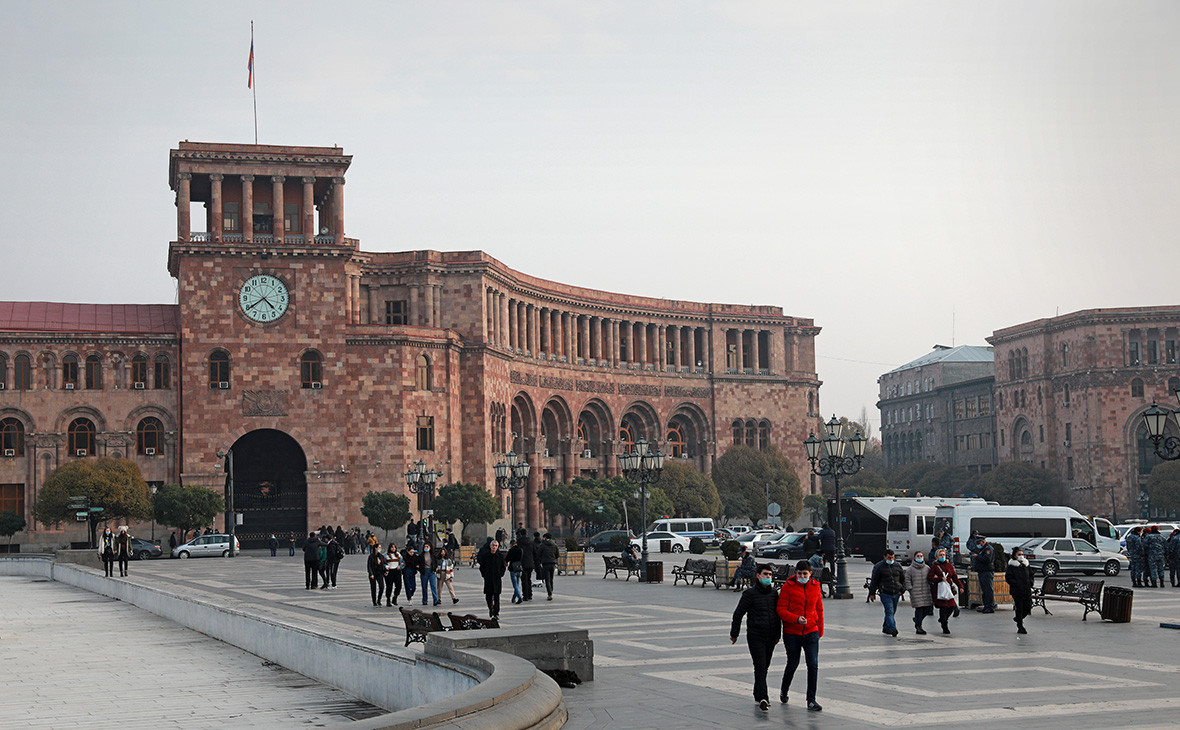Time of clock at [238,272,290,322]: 4:39
